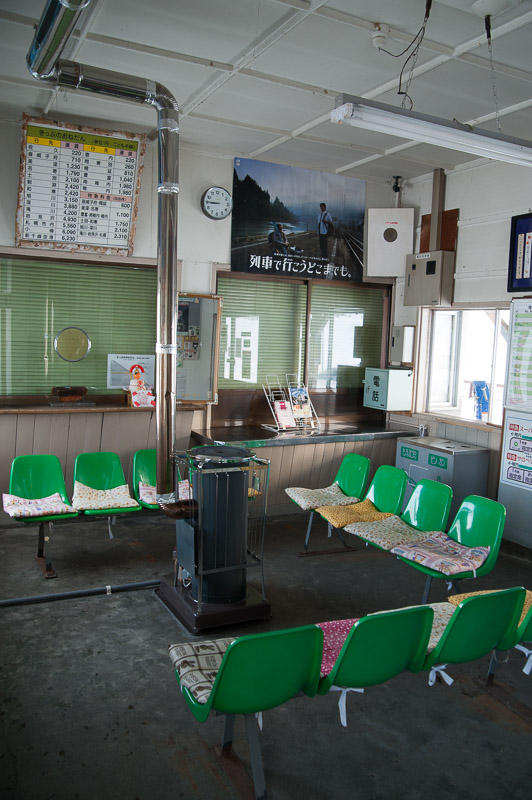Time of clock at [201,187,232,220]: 8:45
